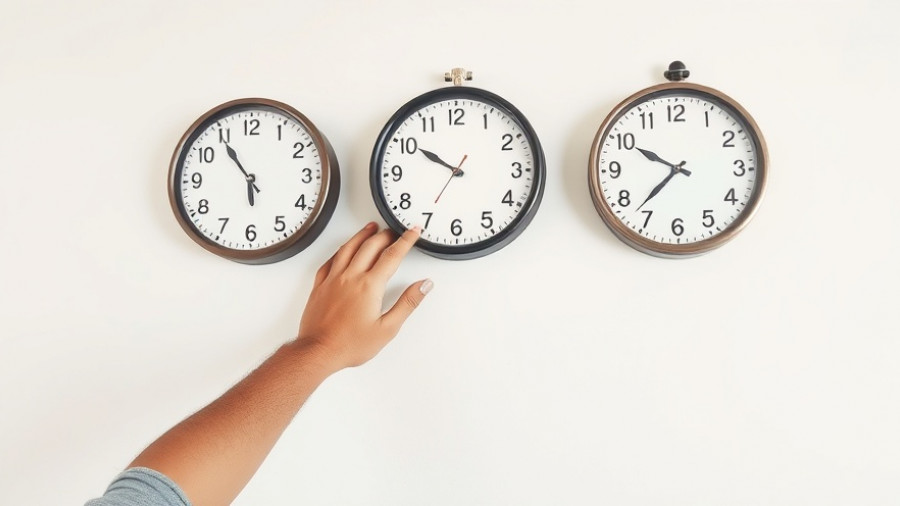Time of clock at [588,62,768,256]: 9:37
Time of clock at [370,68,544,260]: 9:50
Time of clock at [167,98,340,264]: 5:54
